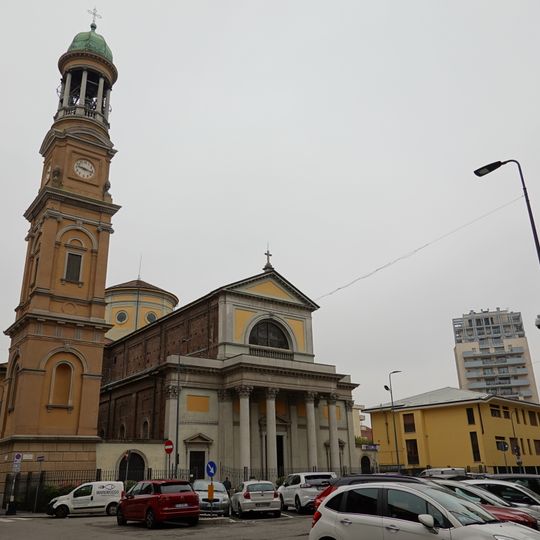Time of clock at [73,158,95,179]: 9:17
